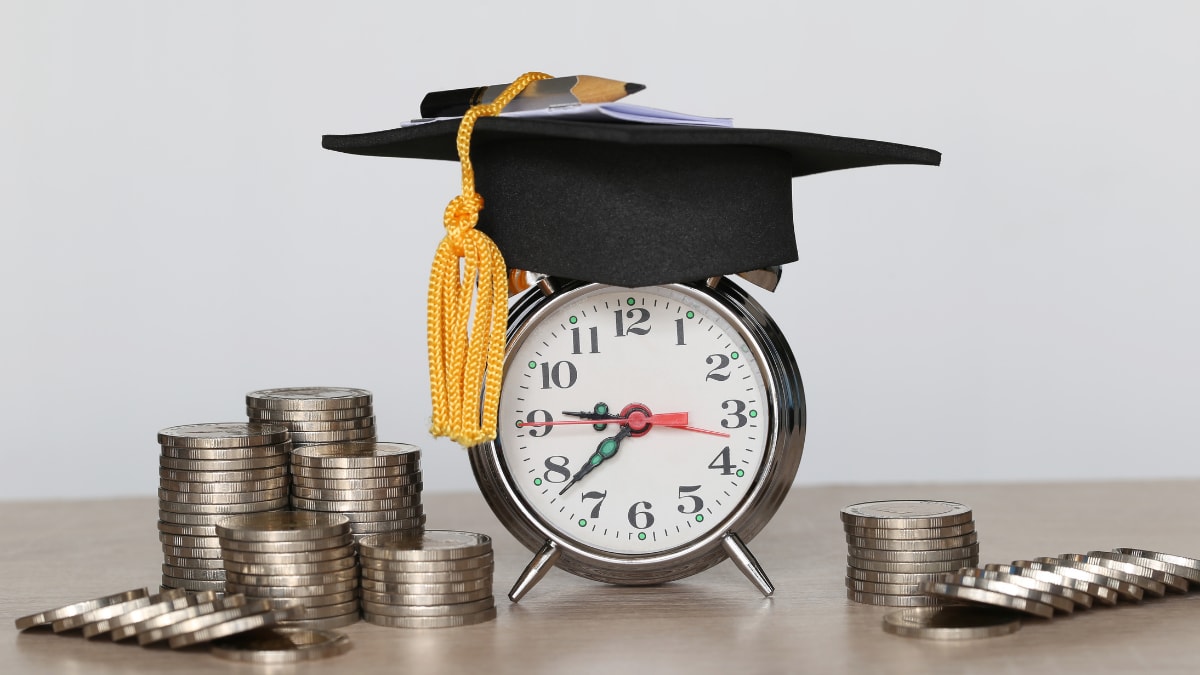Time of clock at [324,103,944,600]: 7:45
